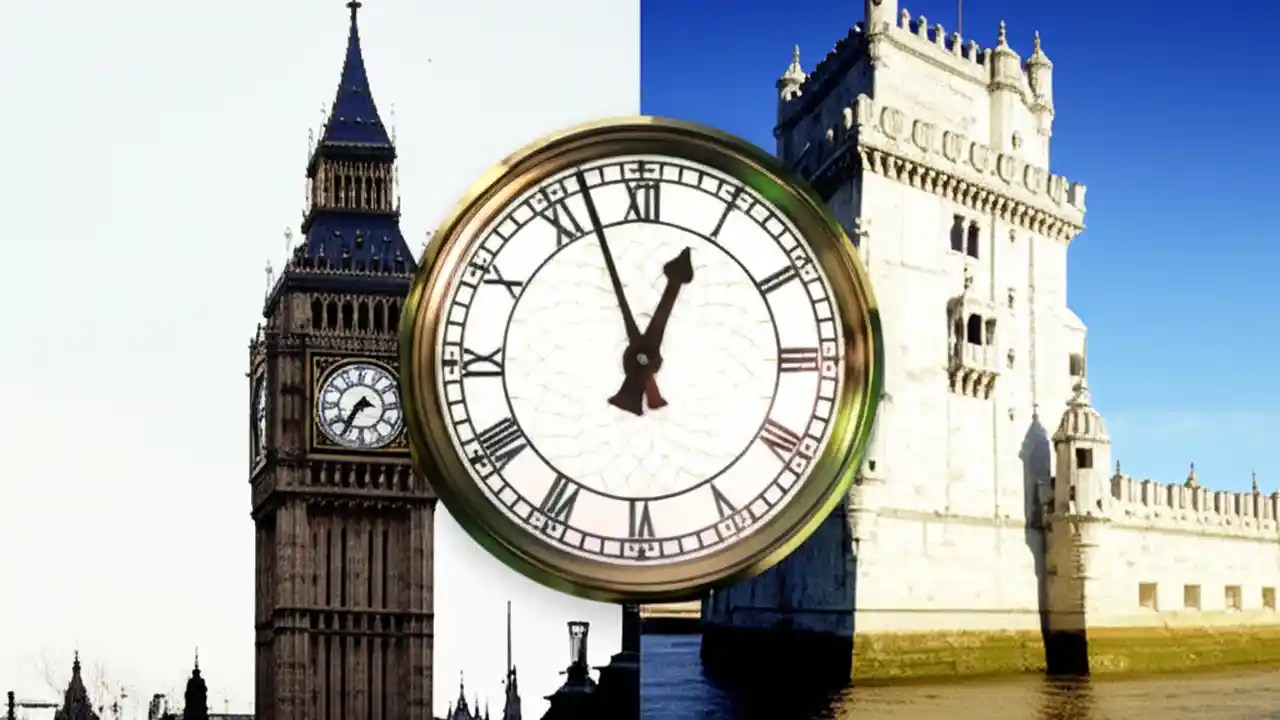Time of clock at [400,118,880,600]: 12:57
